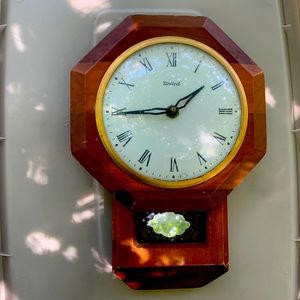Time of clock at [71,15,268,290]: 1:44
